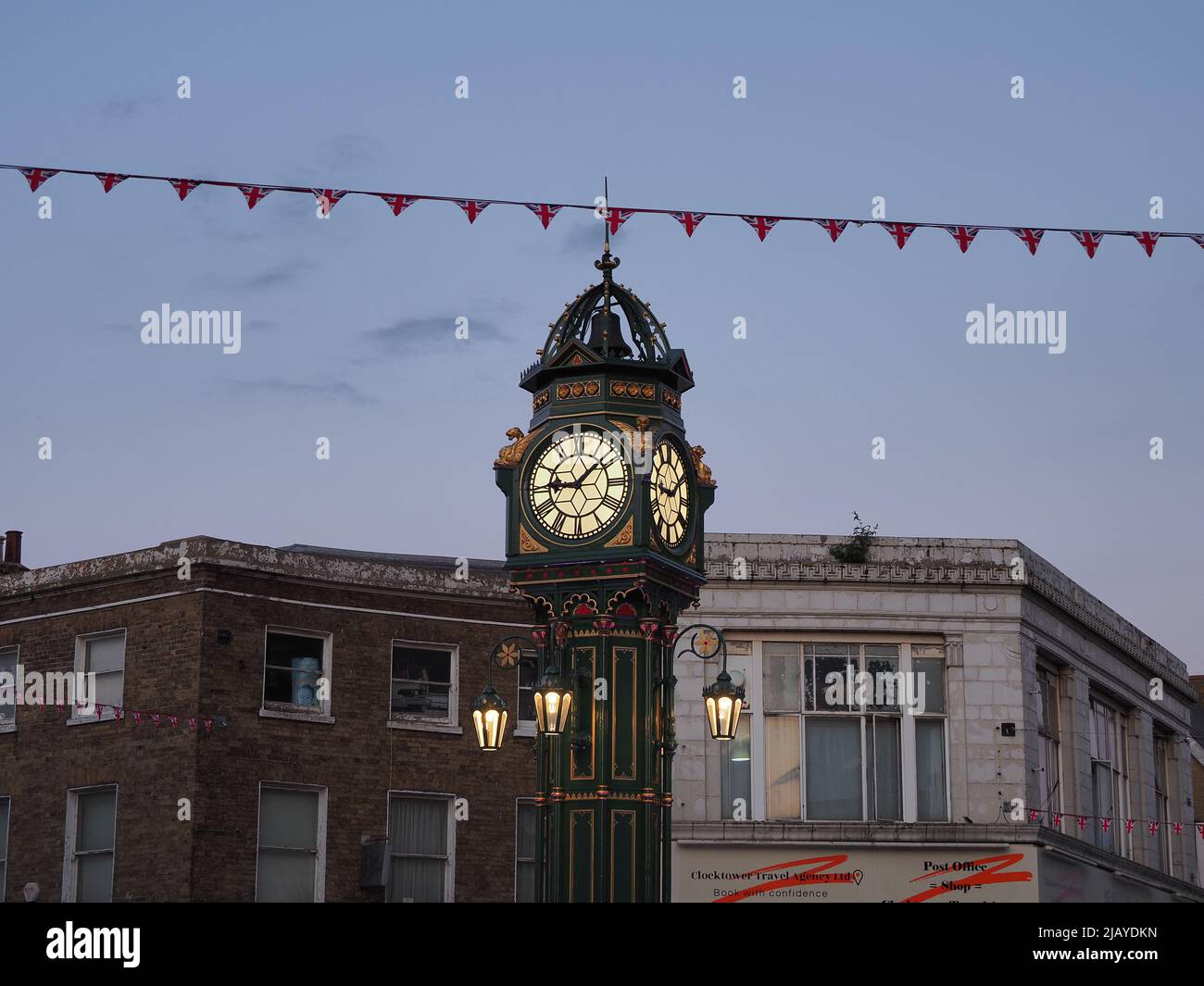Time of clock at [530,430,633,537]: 9:07
